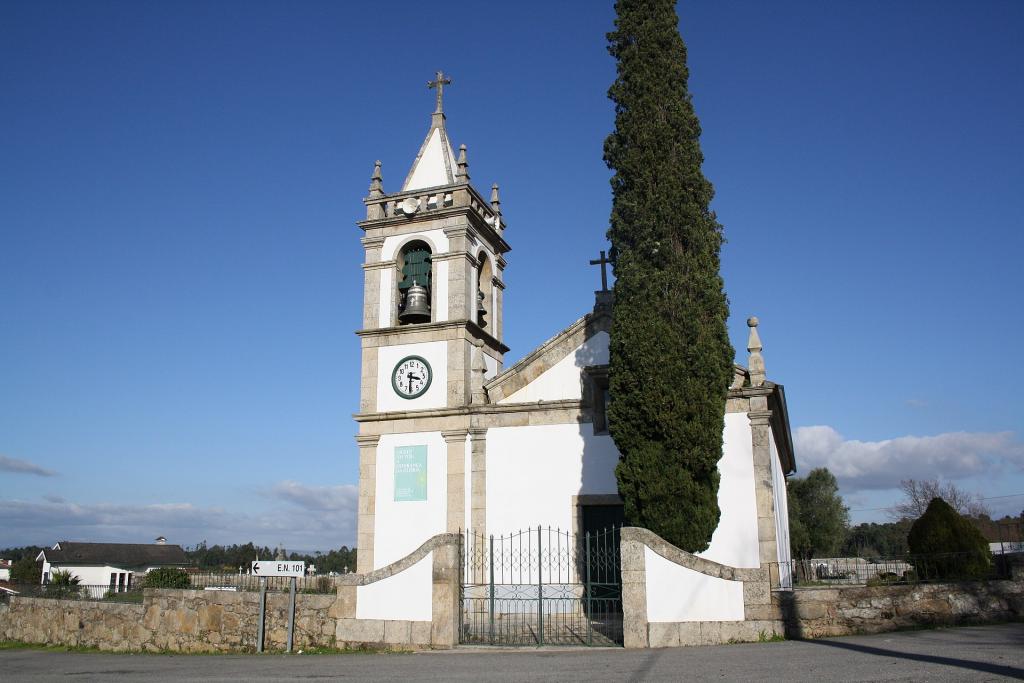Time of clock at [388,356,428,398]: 3:30
